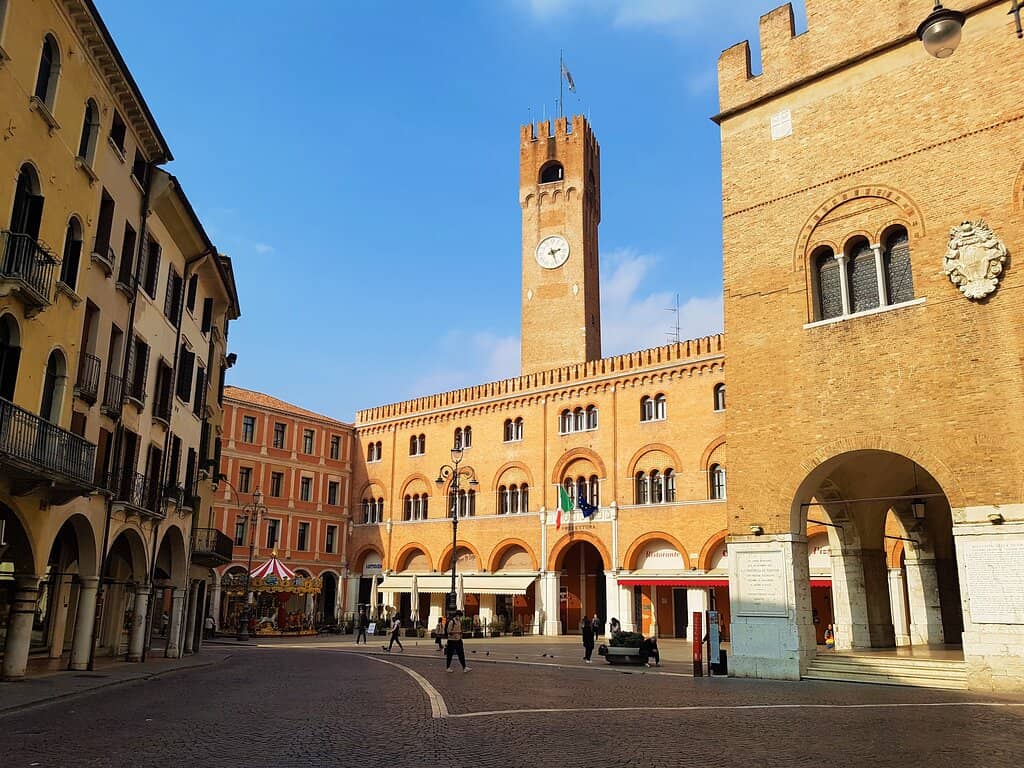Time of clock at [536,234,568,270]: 2:26
